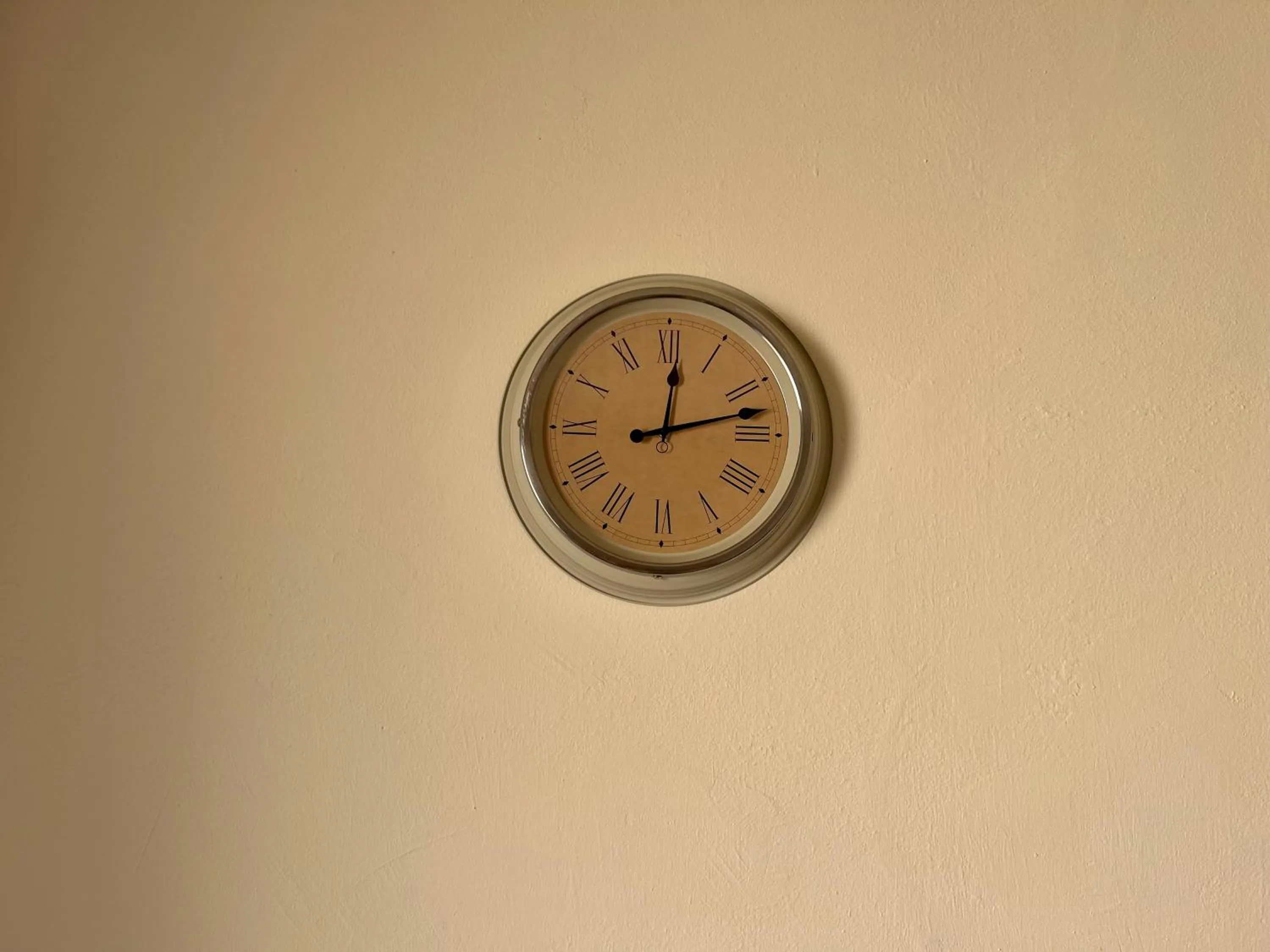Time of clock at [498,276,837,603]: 12:12
